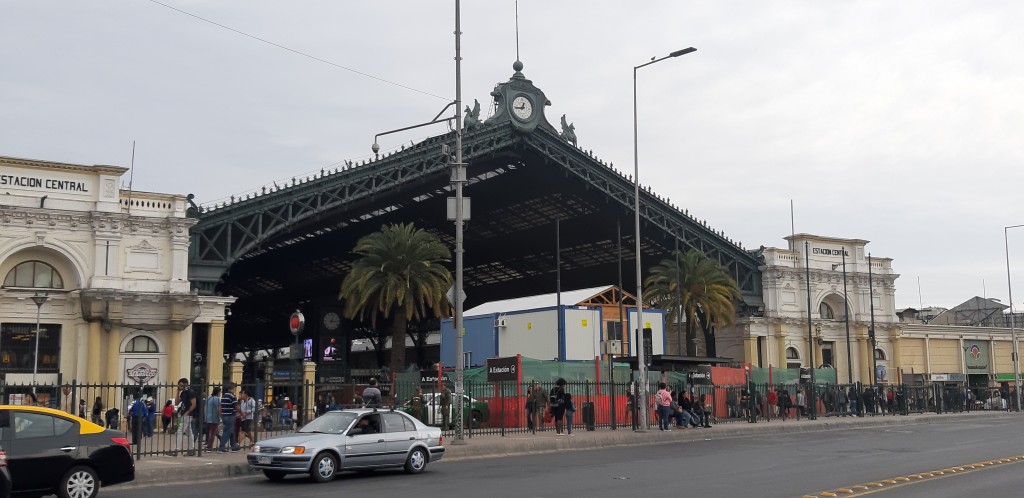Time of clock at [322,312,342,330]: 3:02
